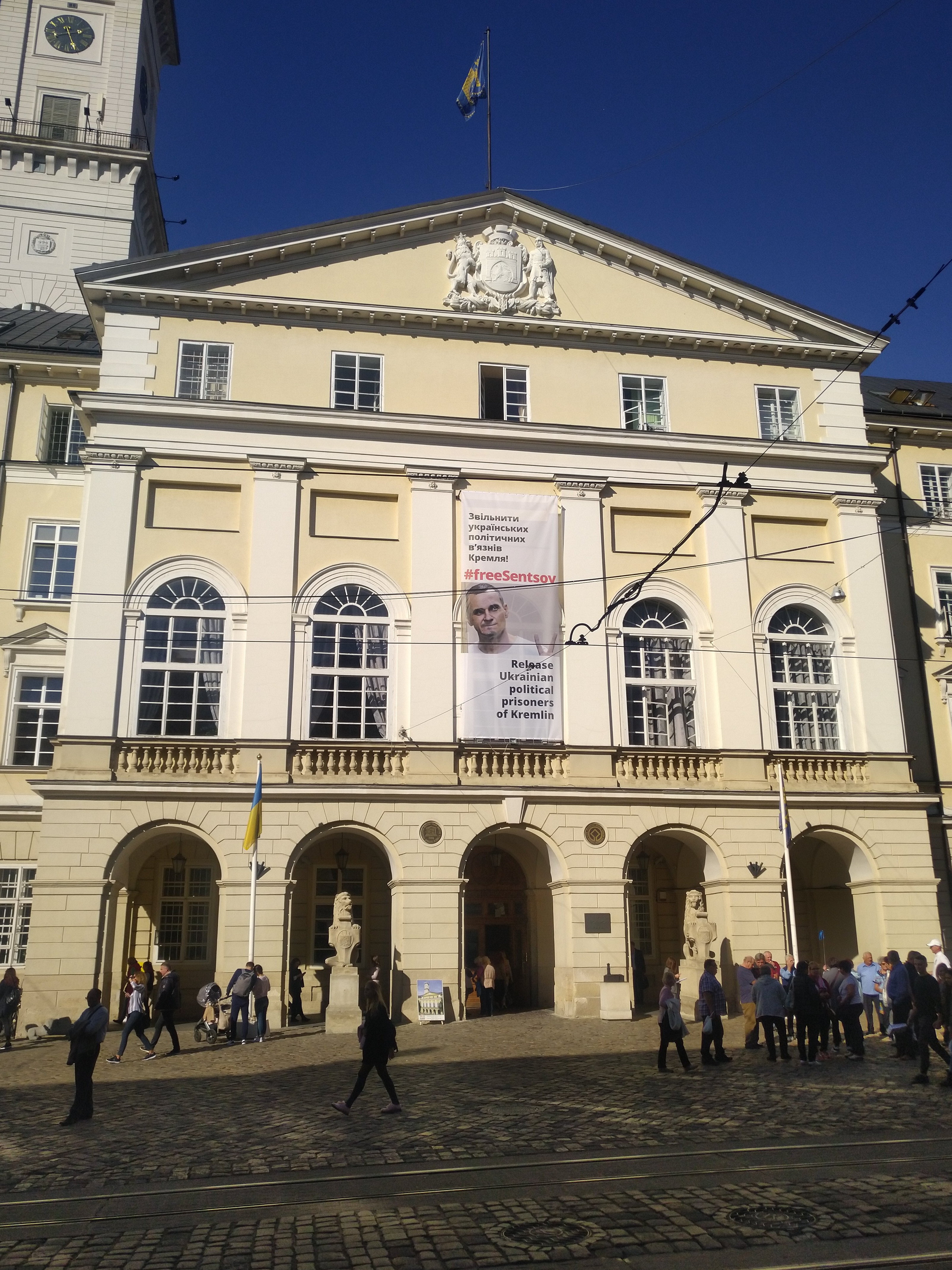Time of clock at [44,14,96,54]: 11:26
